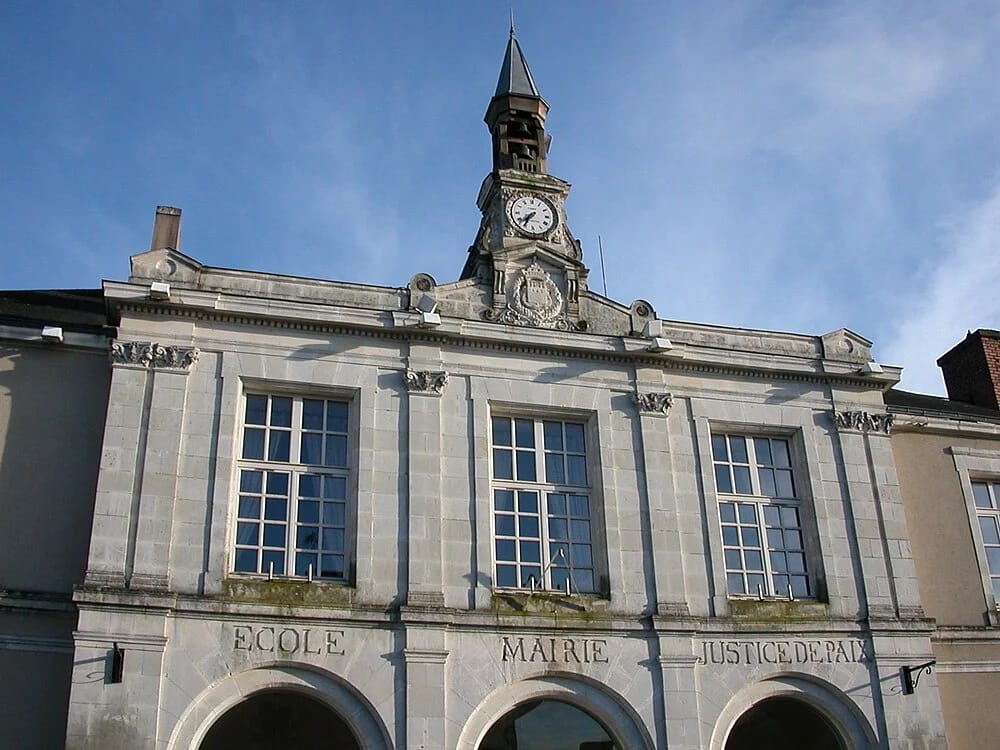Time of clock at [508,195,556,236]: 7:35
